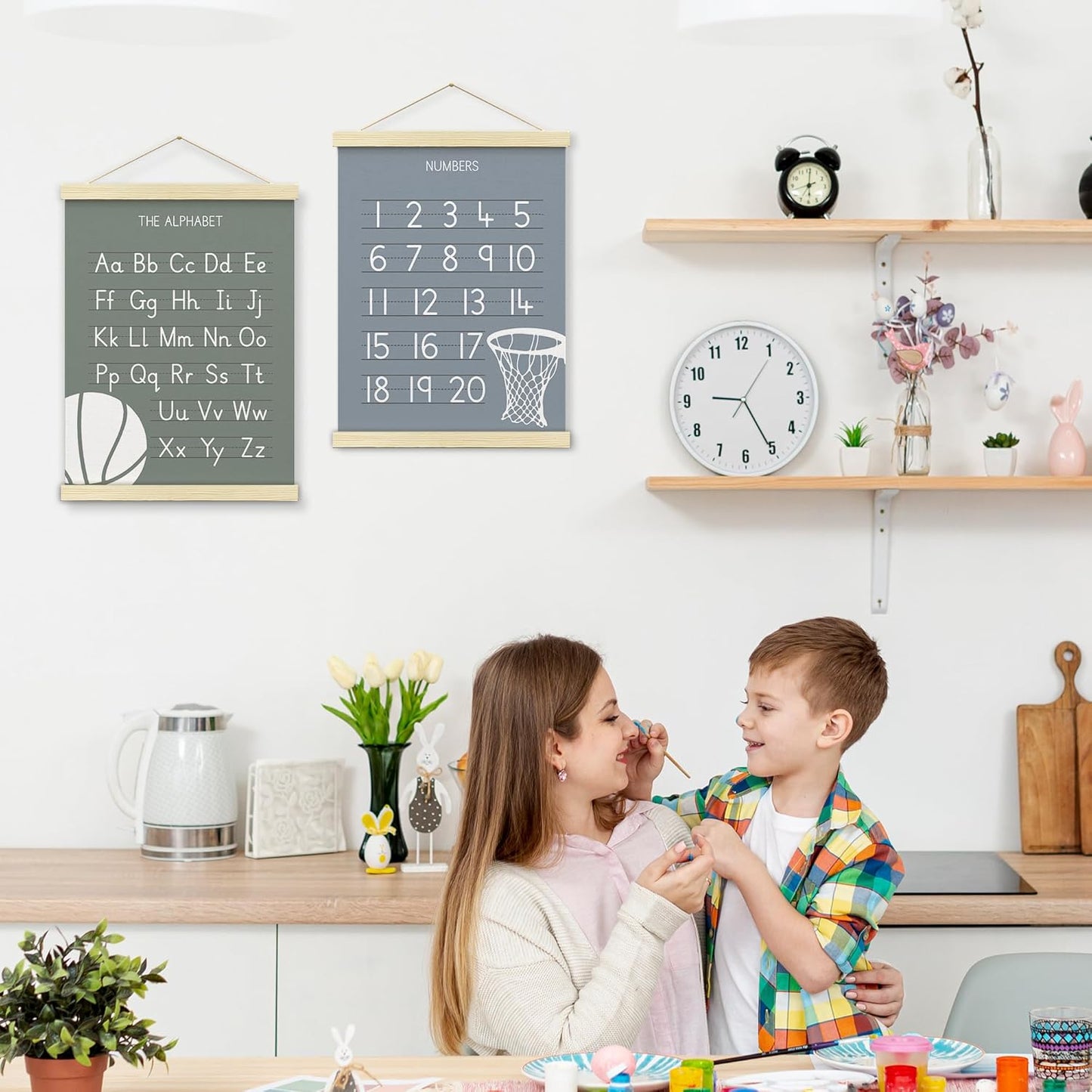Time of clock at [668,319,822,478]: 9:25
